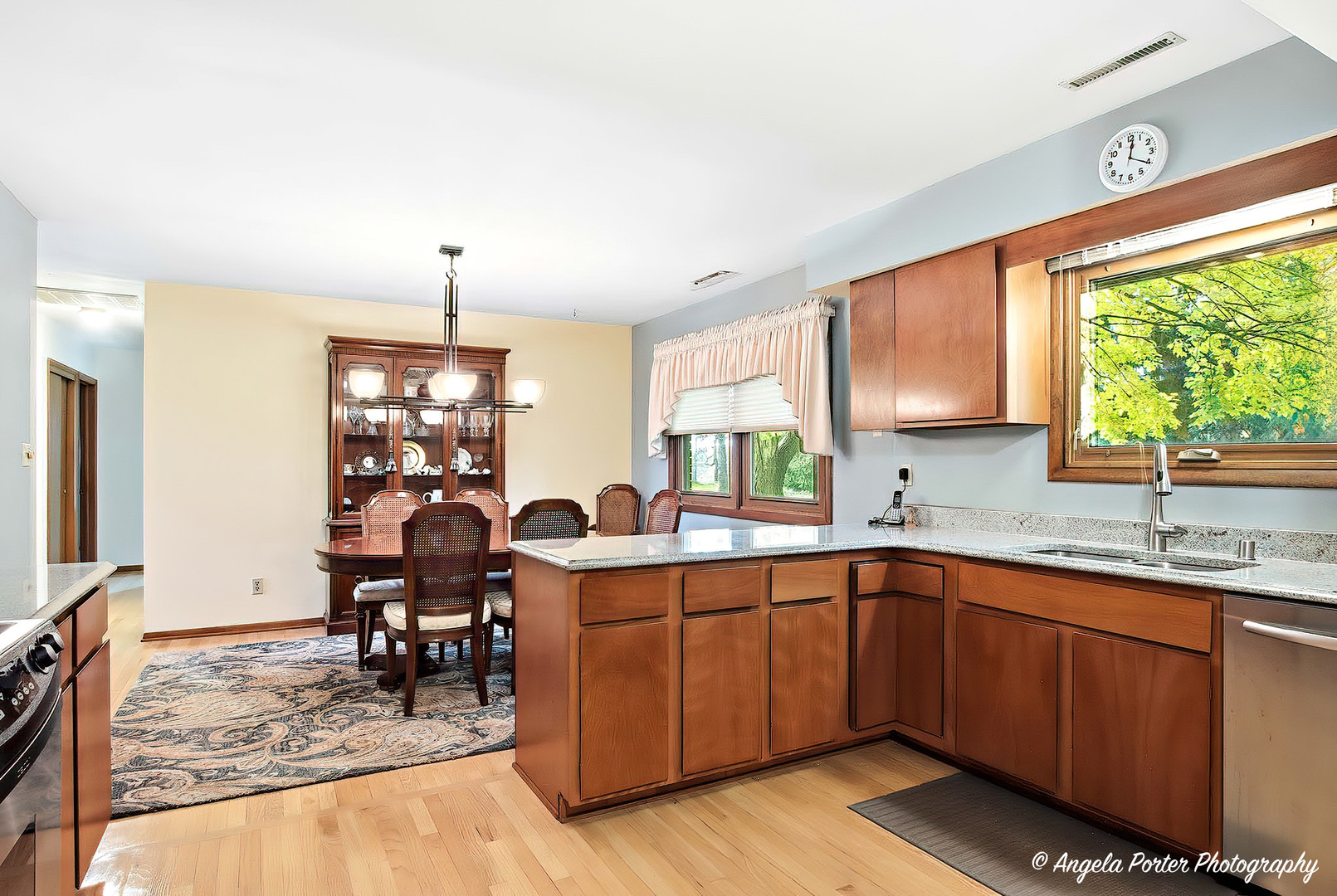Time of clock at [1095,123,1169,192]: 12:20
